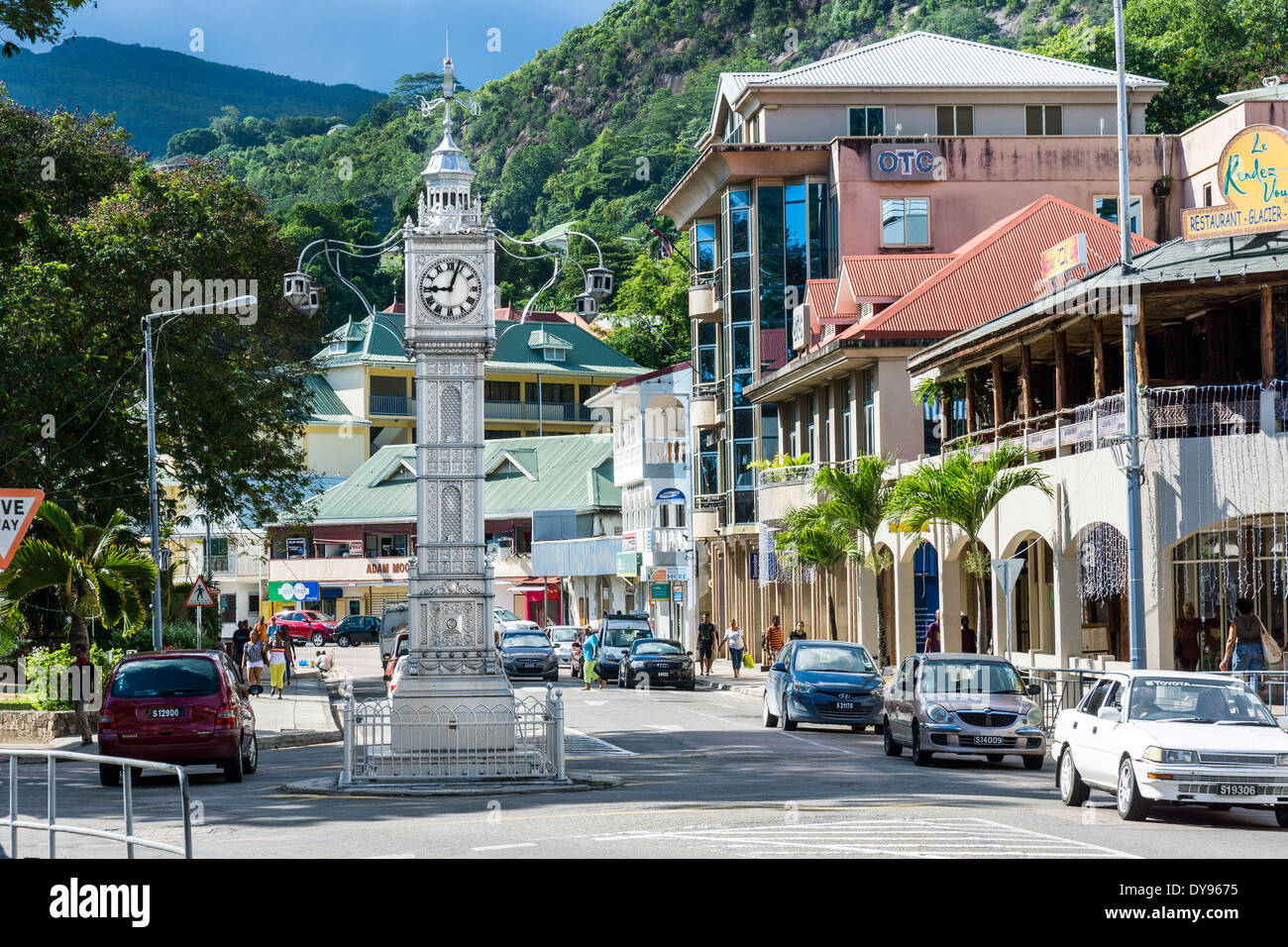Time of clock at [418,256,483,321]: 9:03
